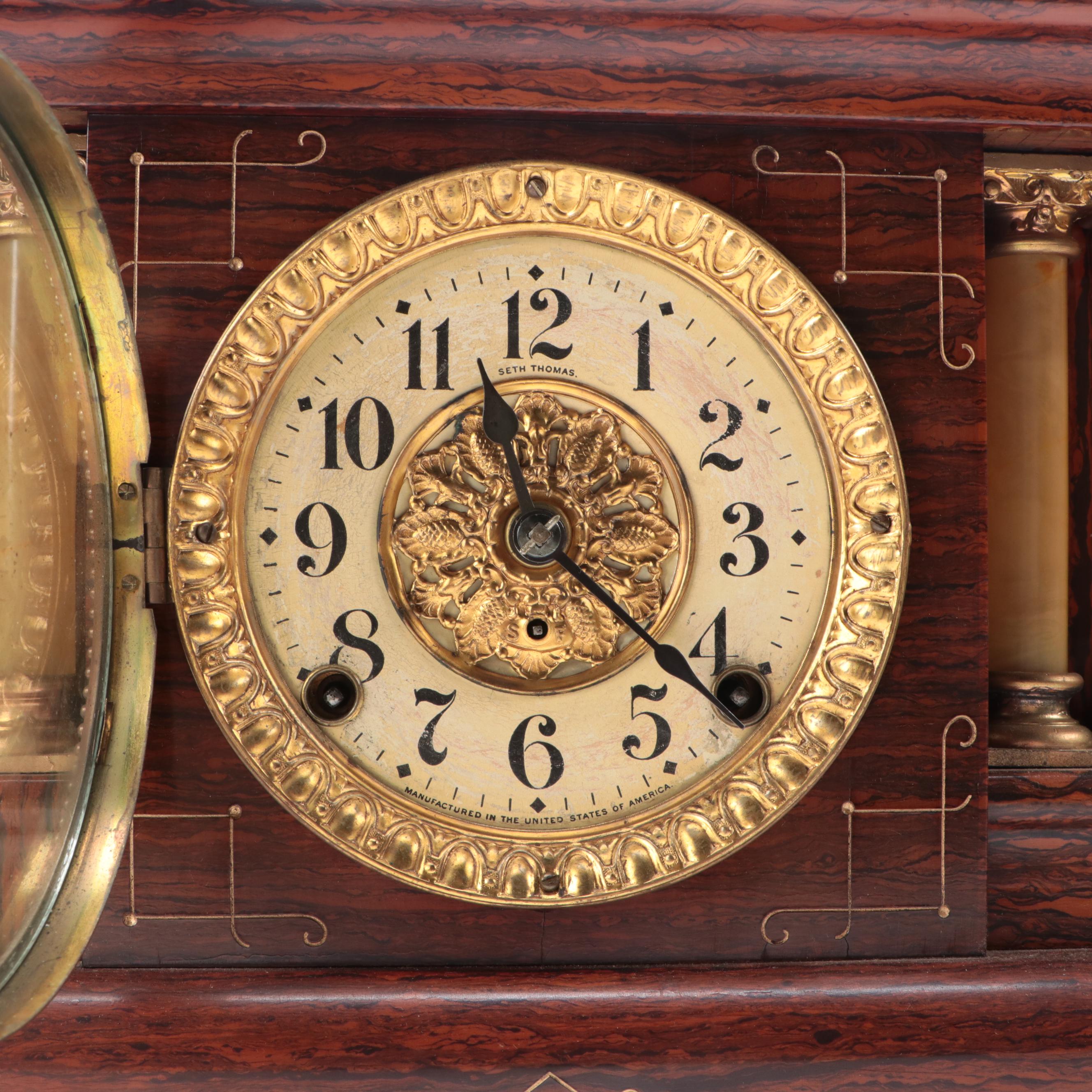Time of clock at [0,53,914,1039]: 11:21
